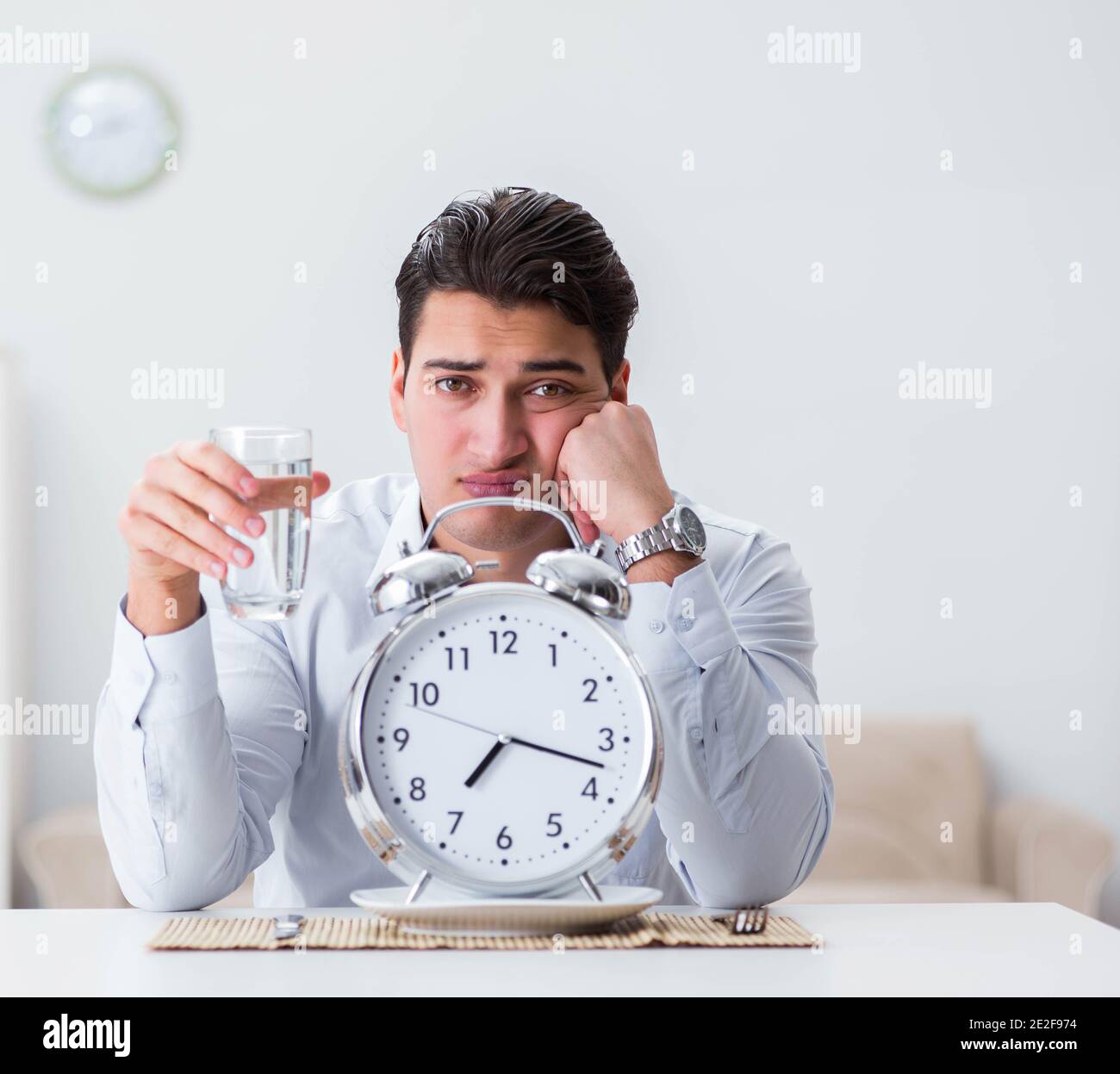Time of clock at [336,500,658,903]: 7:17
